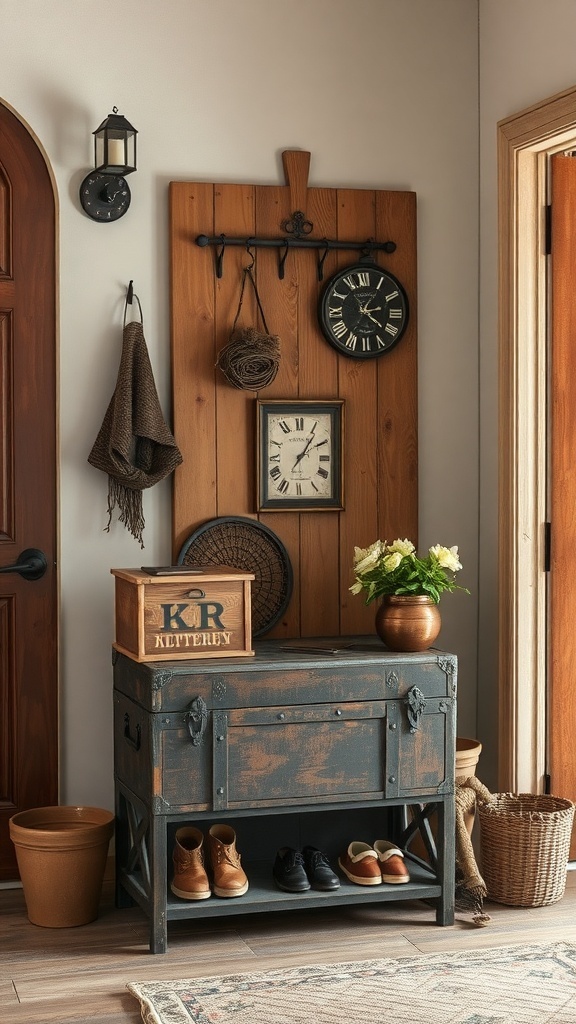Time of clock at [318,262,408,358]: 2:21
